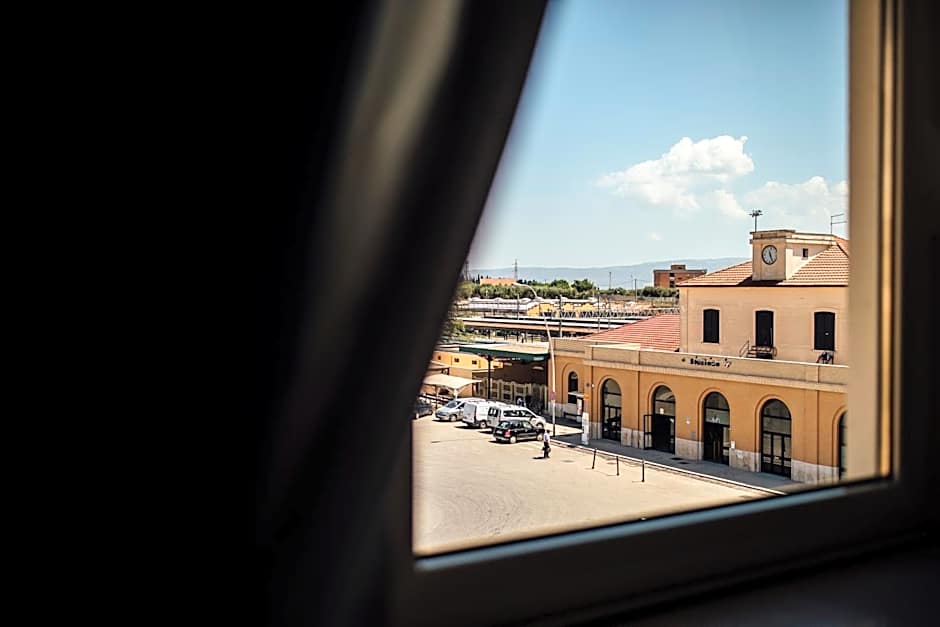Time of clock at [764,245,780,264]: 11:25
